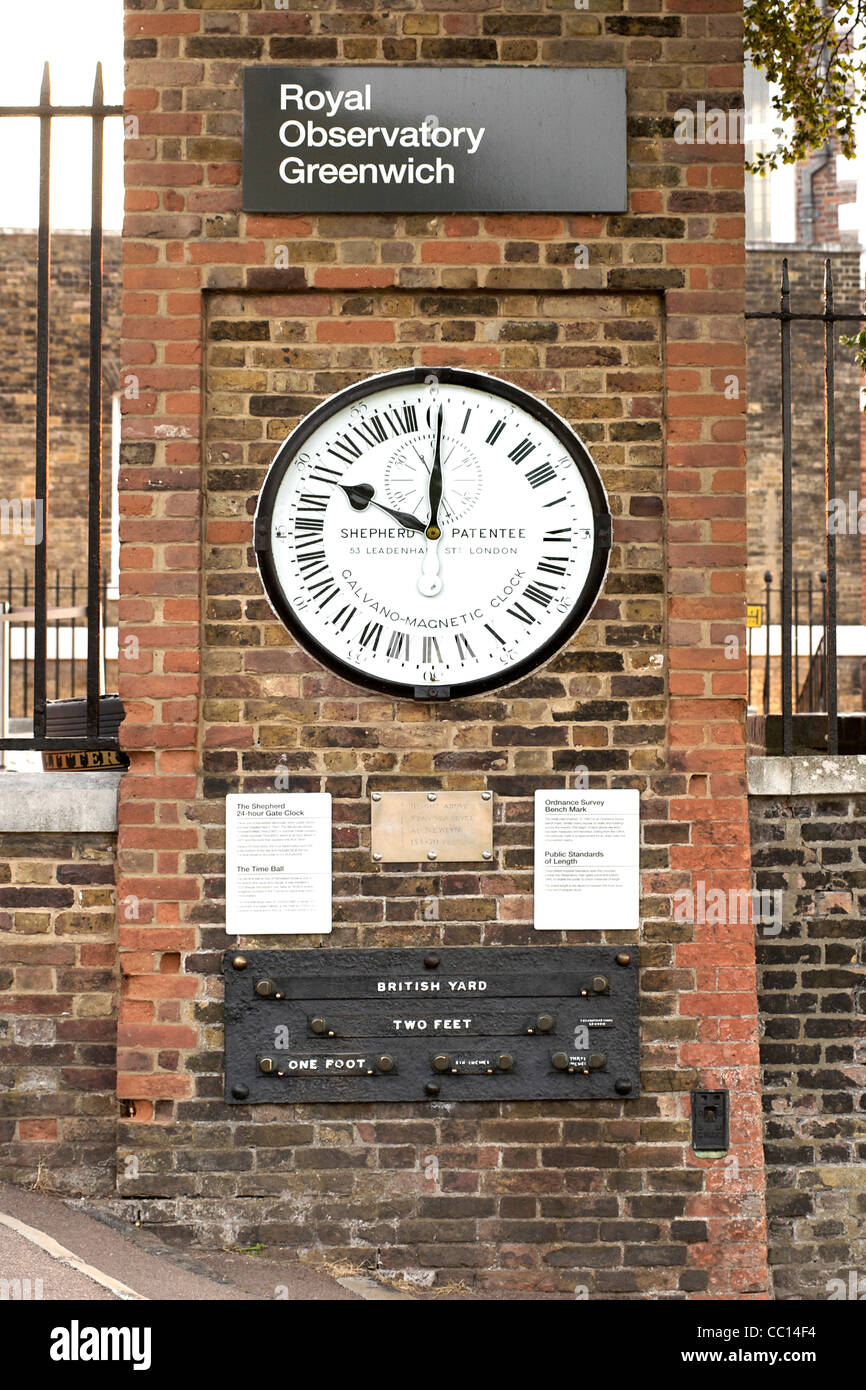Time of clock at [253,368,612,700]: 10:00
